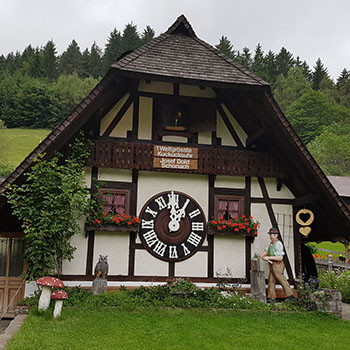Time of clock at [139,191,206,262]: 12:05
